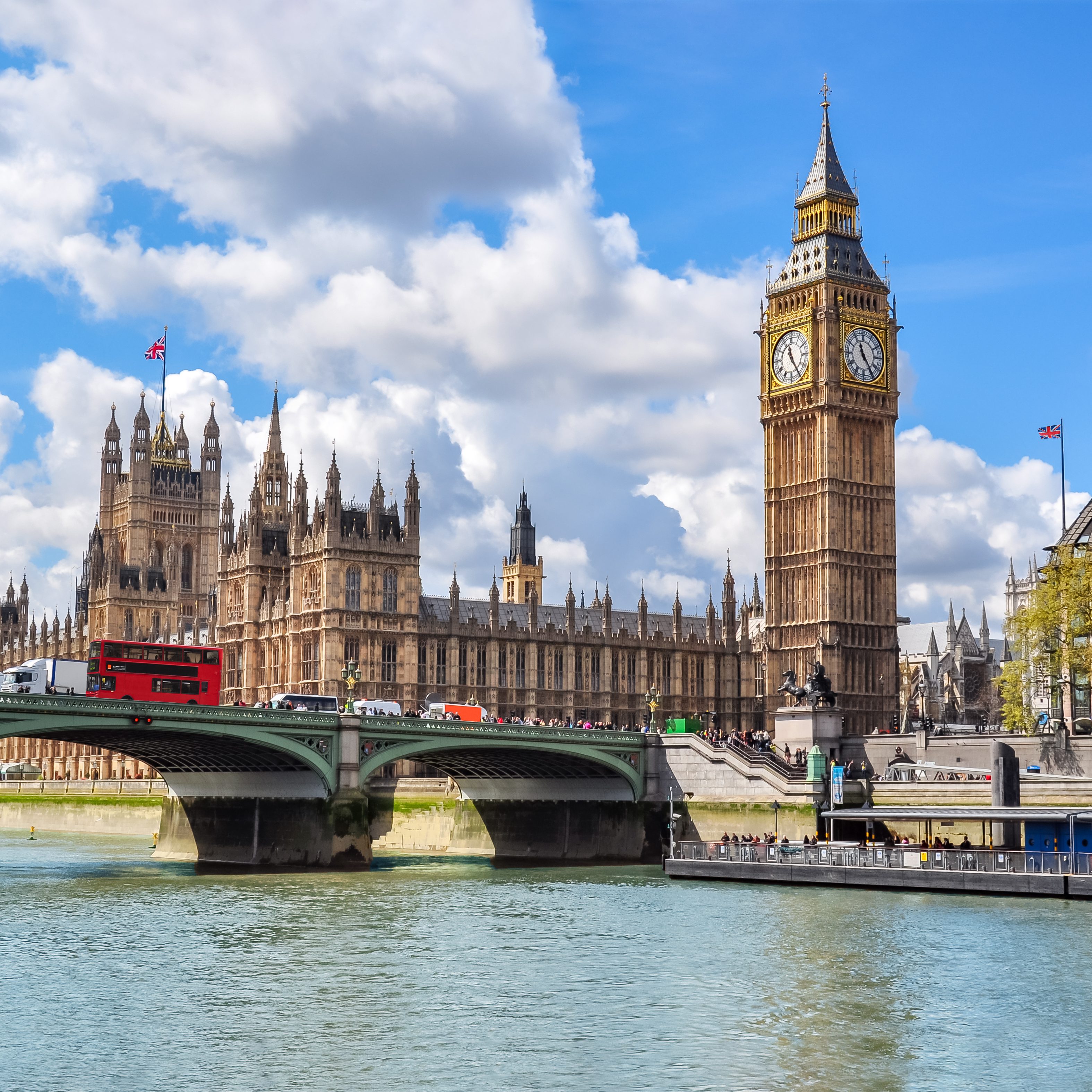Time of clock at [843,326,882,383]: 11:24
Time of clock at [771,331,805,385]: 11:24
